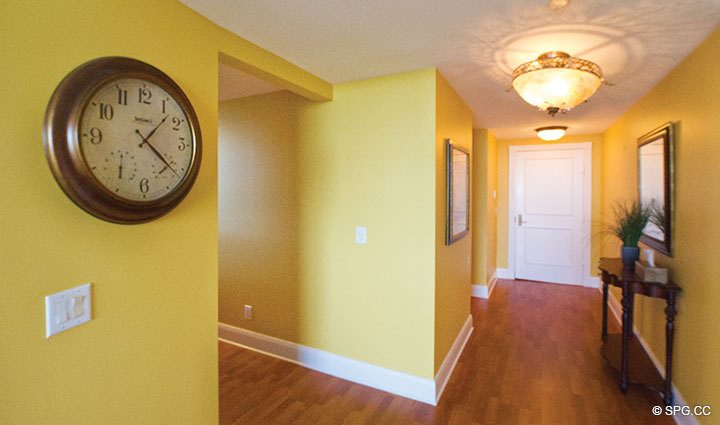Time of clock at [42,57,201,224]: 1:21
